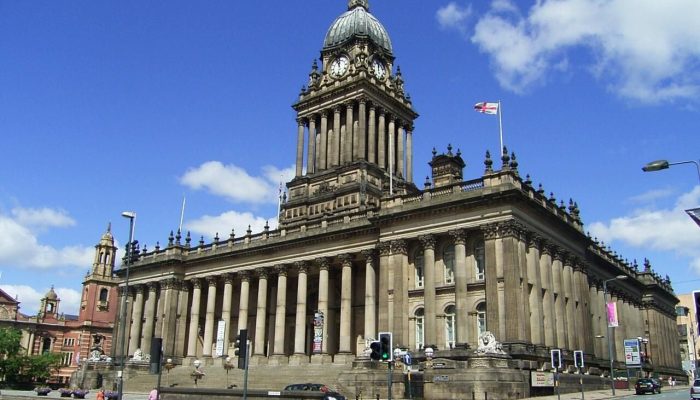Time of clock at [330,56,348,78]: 11:32
